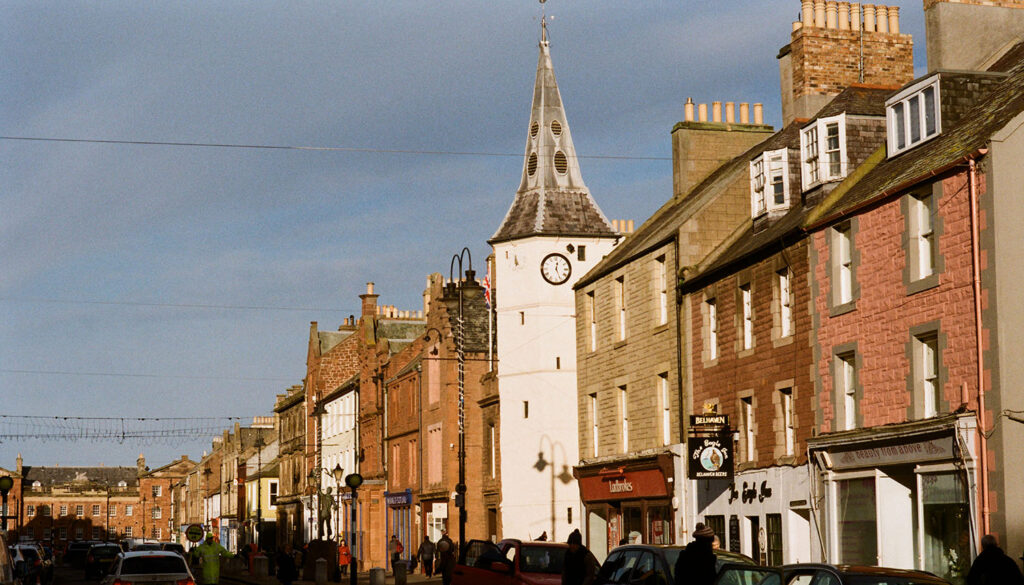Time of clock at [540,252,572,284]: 12:26
